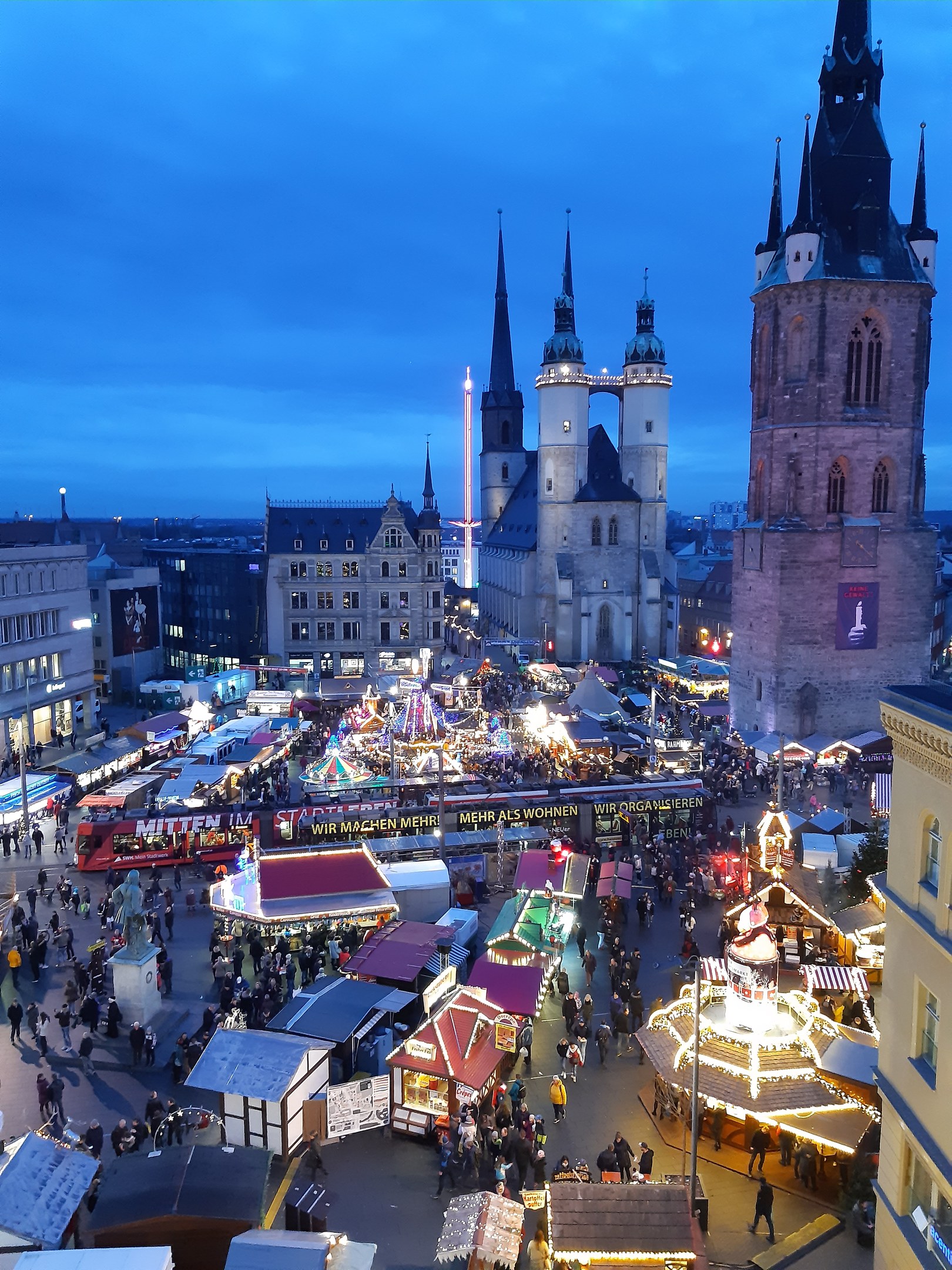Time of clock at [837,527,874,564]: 10:21
